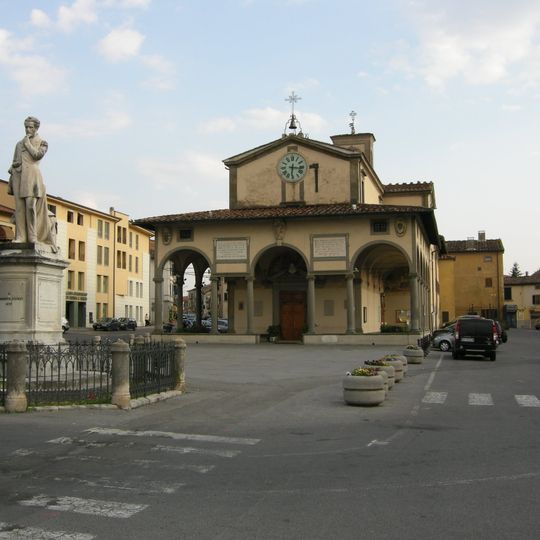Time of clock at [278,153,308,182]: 6:16
